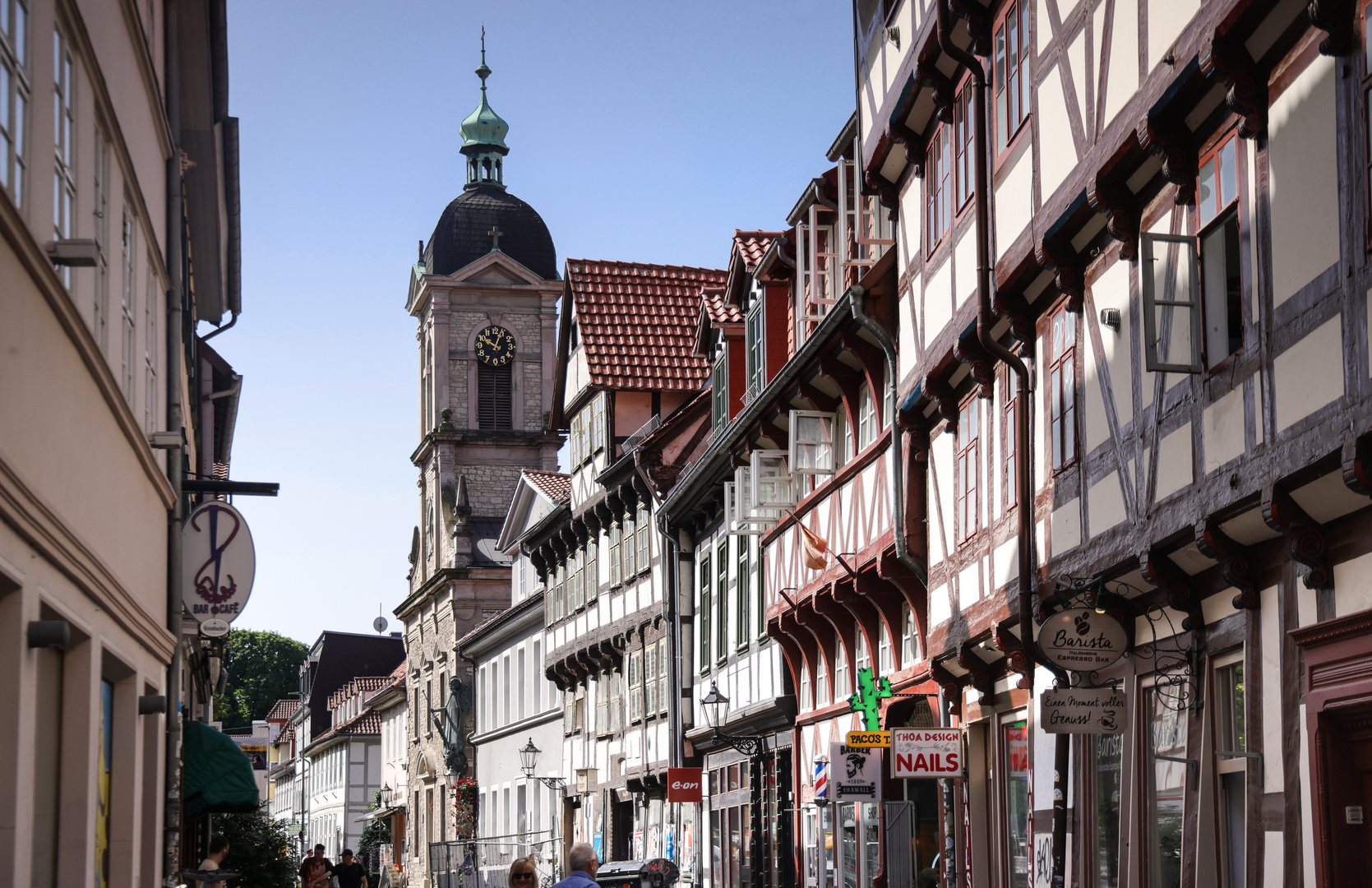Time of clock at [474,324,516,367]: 10:03
